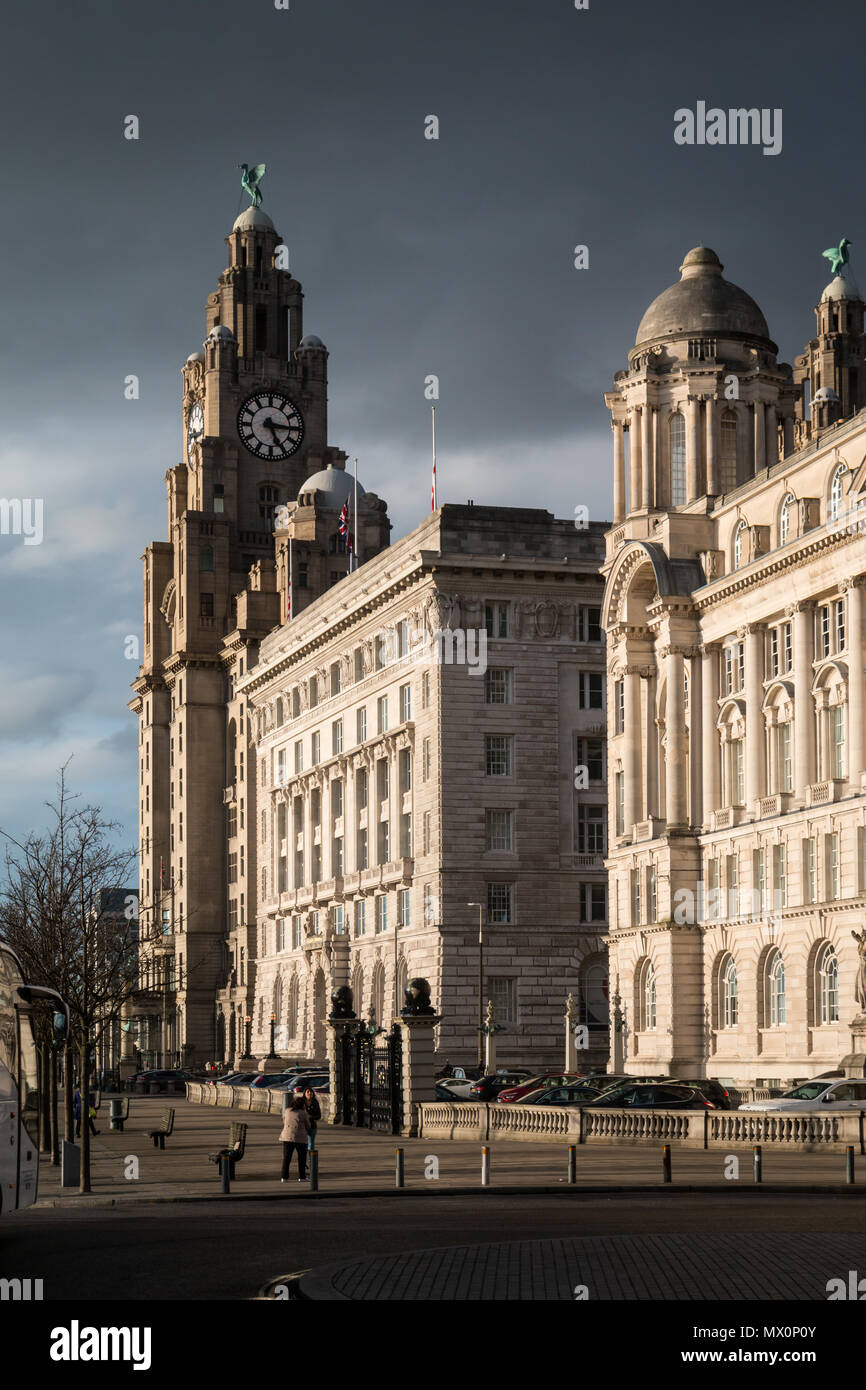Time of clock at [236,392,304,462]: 5:15
